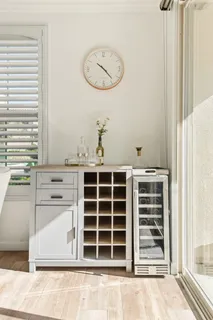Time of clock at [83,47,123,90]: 10:23
